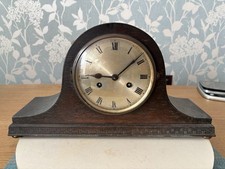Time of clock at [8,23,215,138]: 9:08
